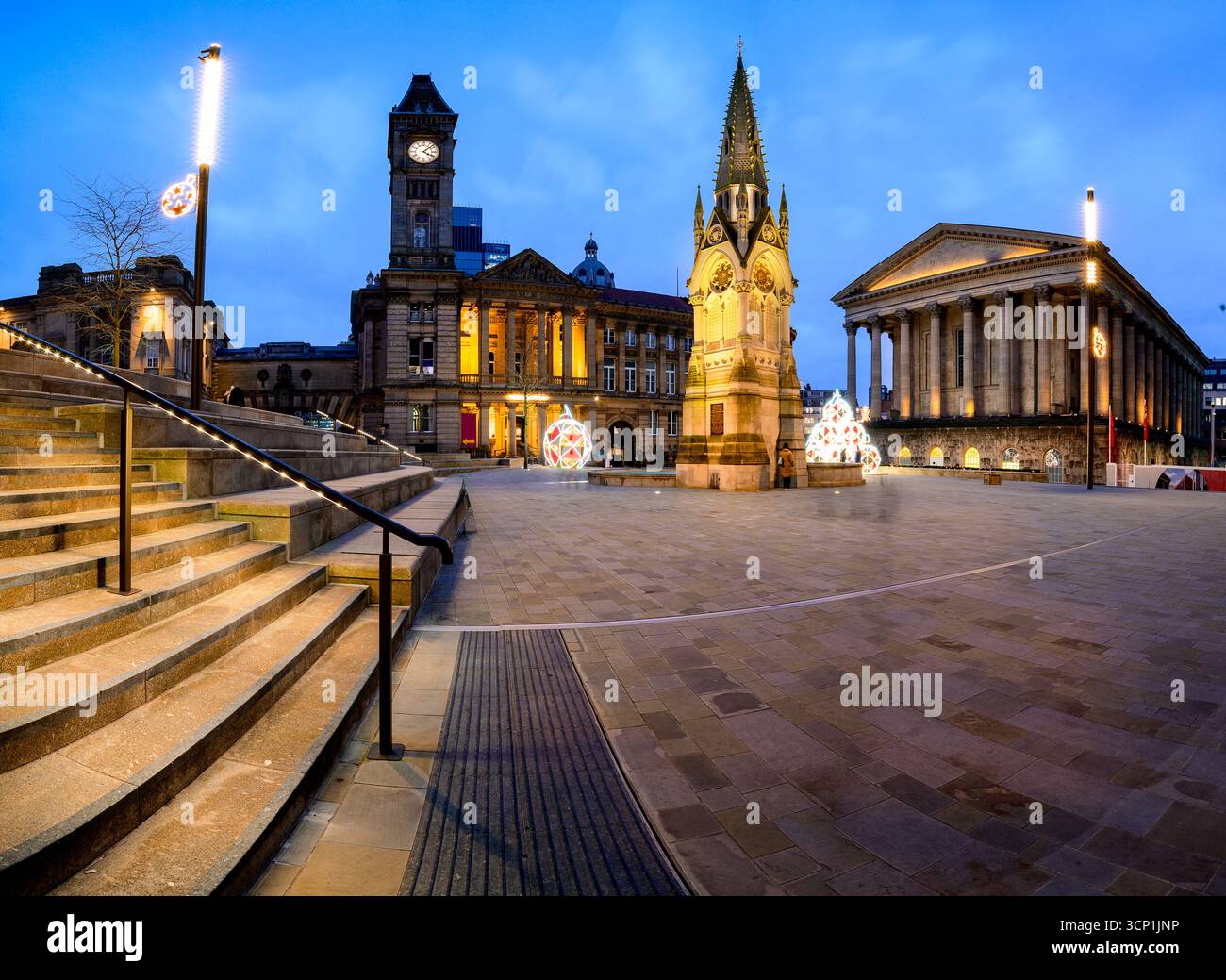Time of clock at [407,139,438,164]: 4:07
